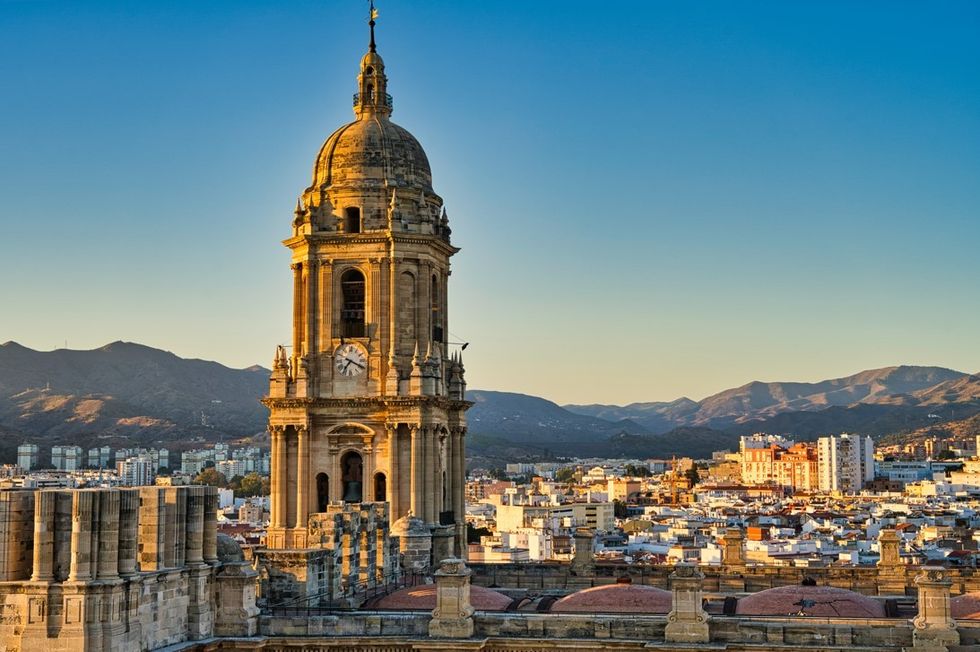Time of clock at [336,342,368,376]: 7:19
